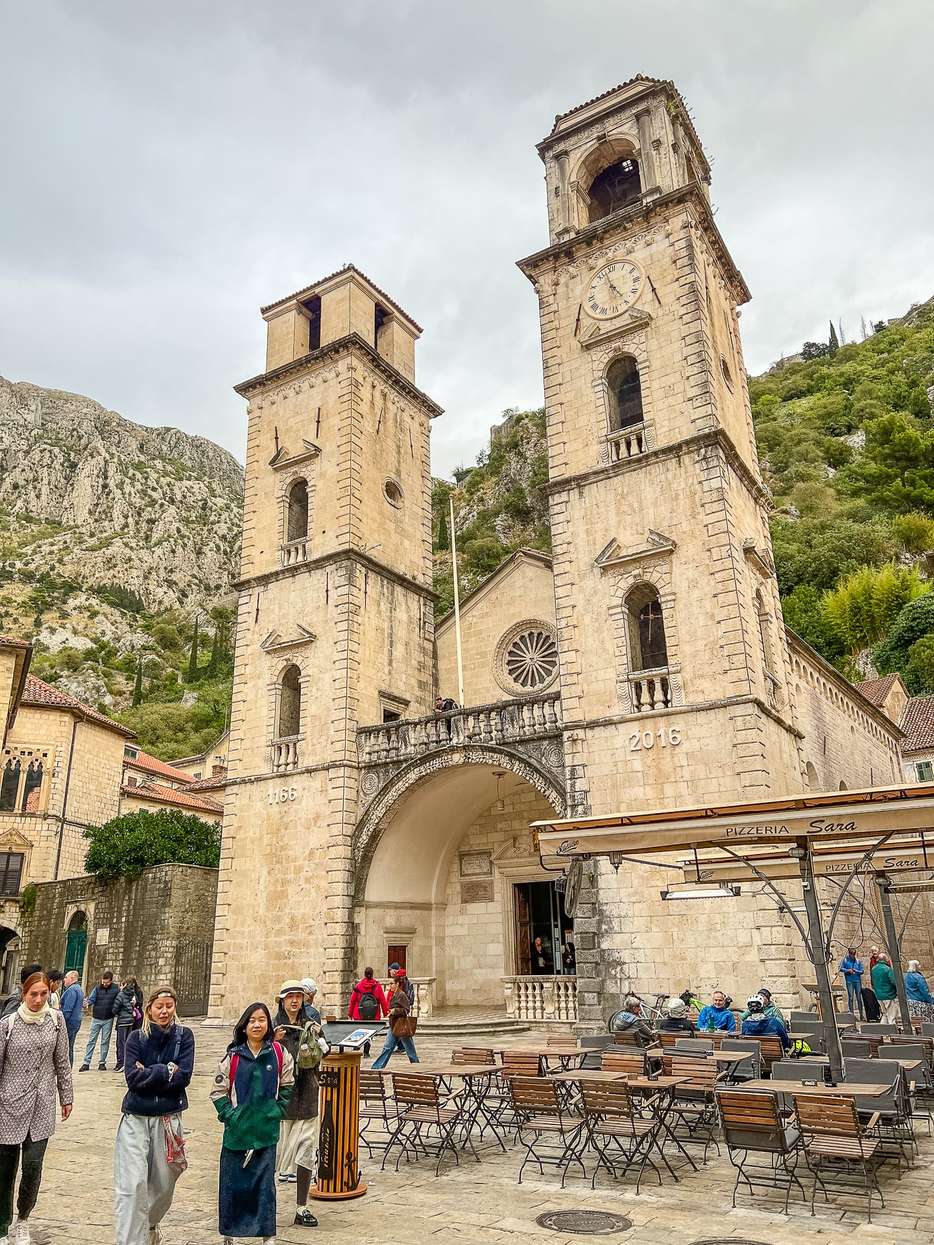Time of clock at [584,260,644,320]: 4:57
